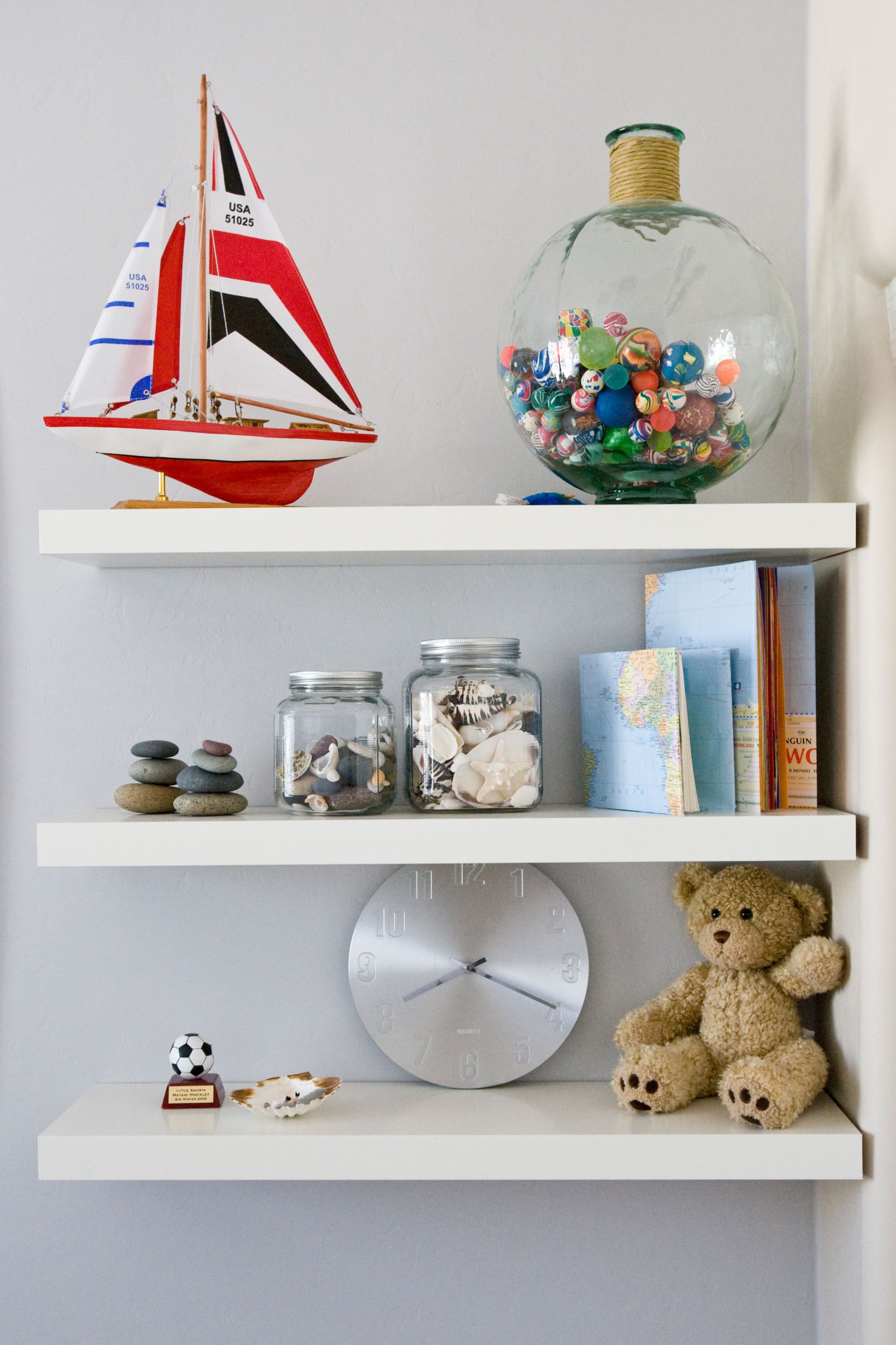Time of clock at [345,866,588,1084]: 8:19
